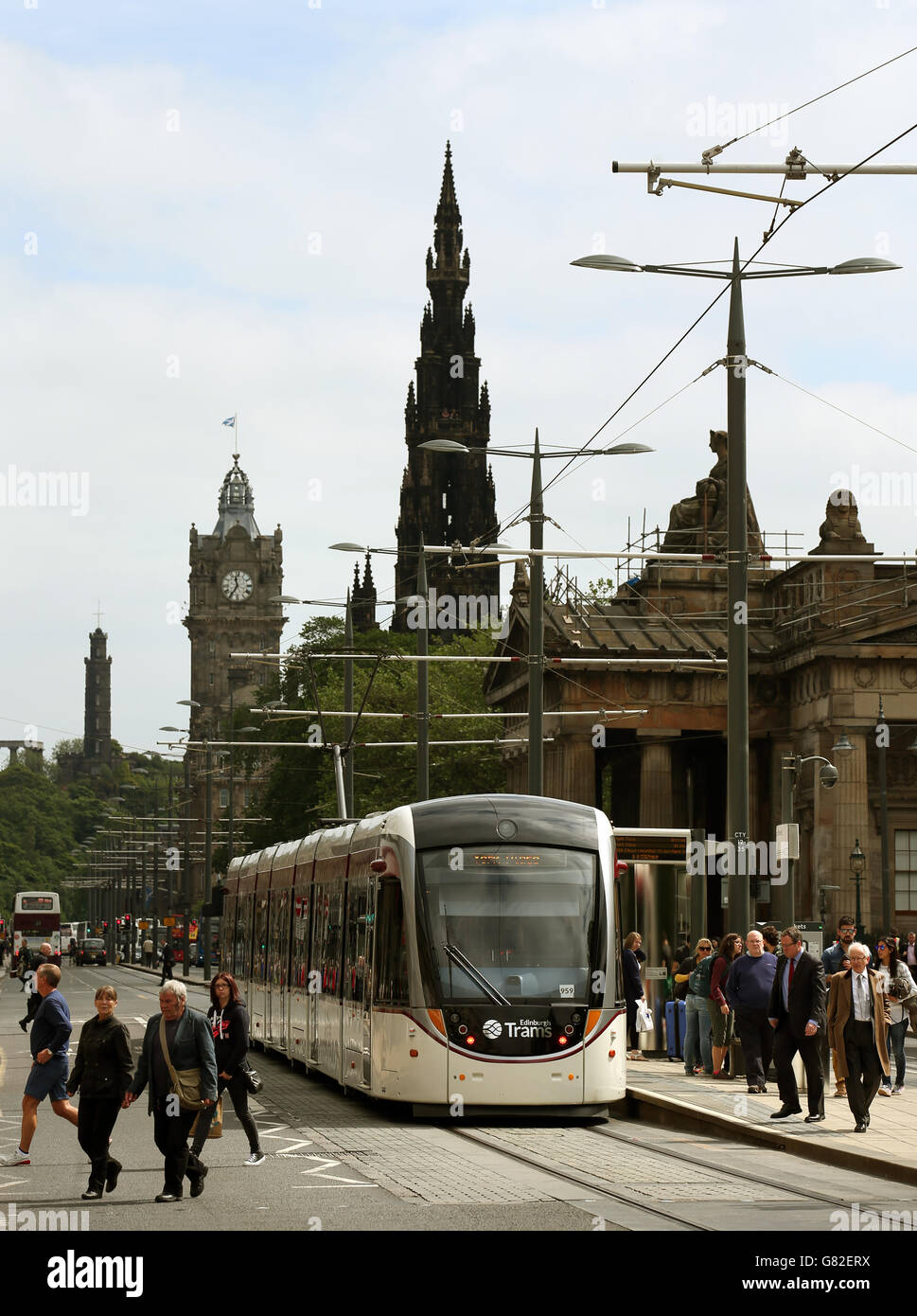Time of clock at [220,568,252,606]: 11:35
